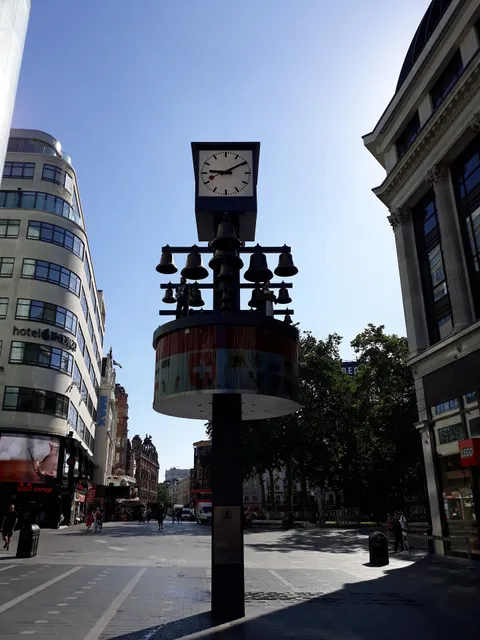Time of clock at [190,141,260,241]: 9:10
